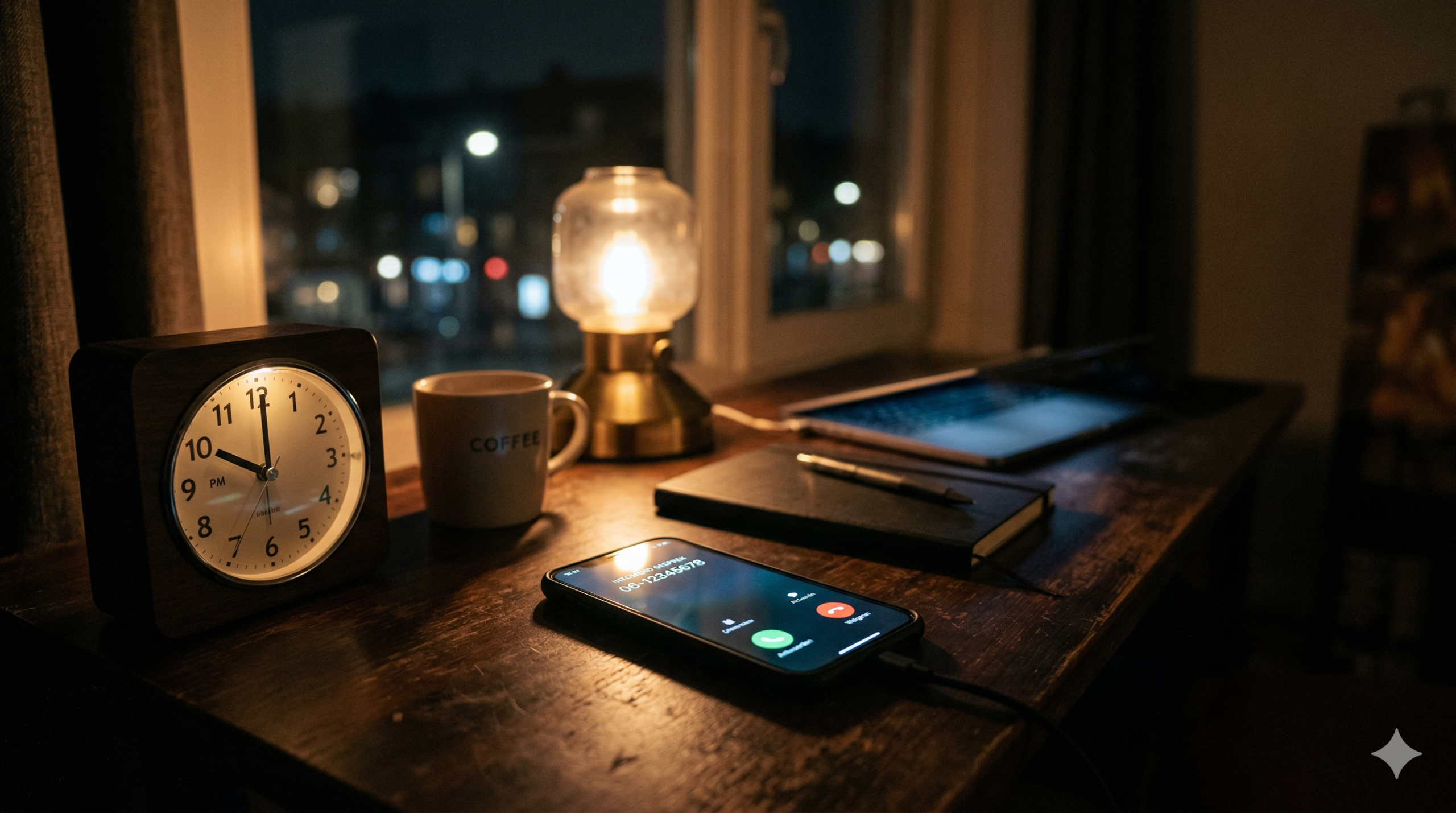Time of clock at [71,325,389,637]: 10:00
